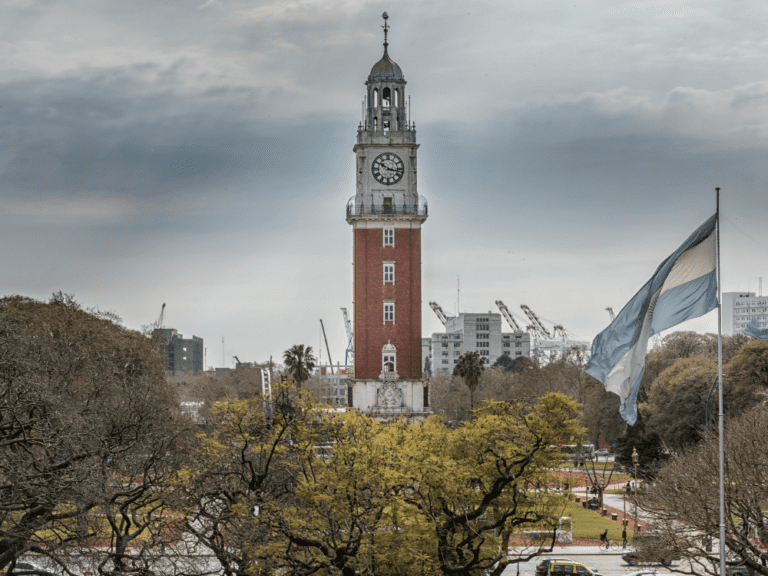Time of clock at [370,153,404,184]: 10:17
